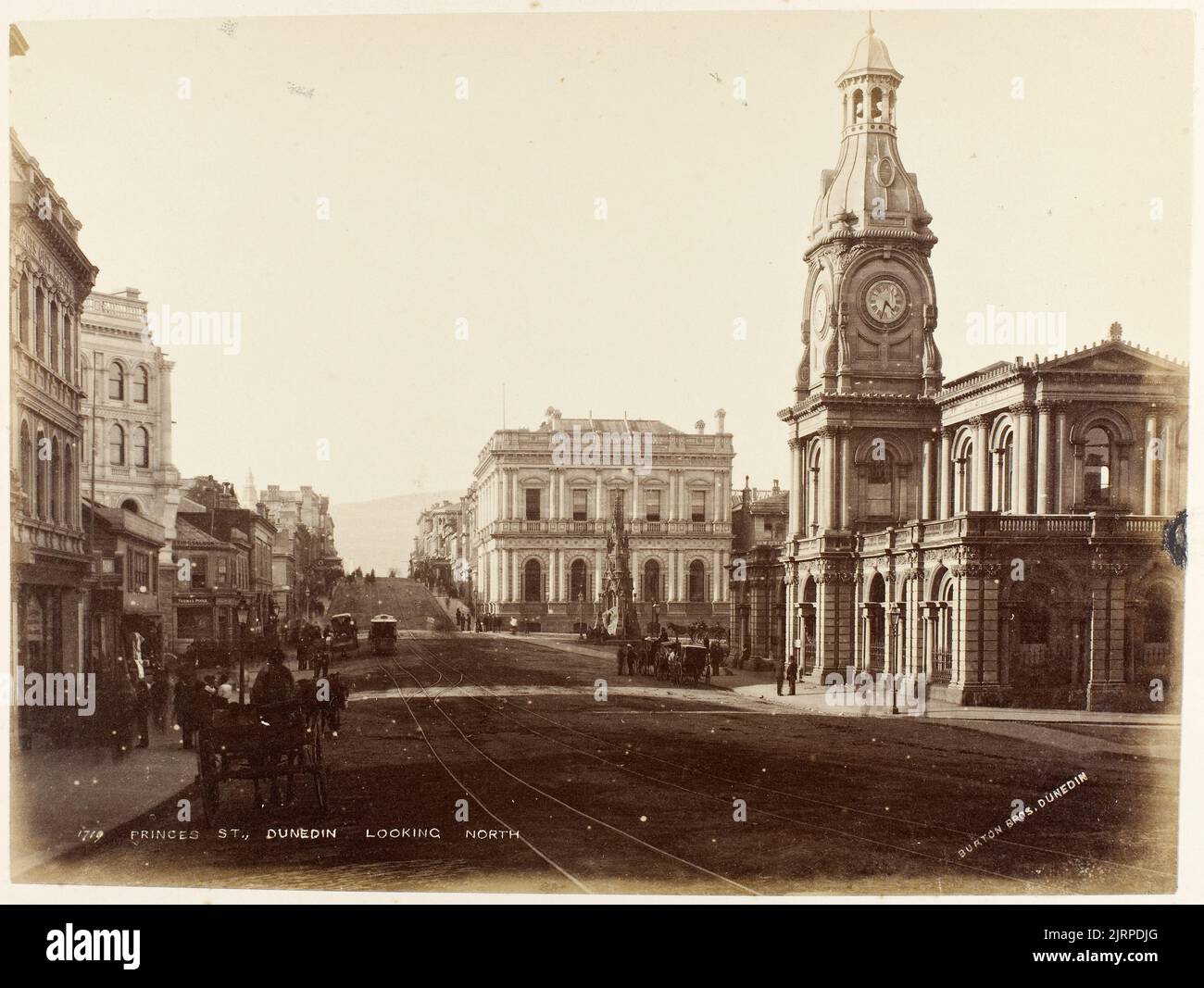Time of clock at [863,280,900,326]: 4:32
